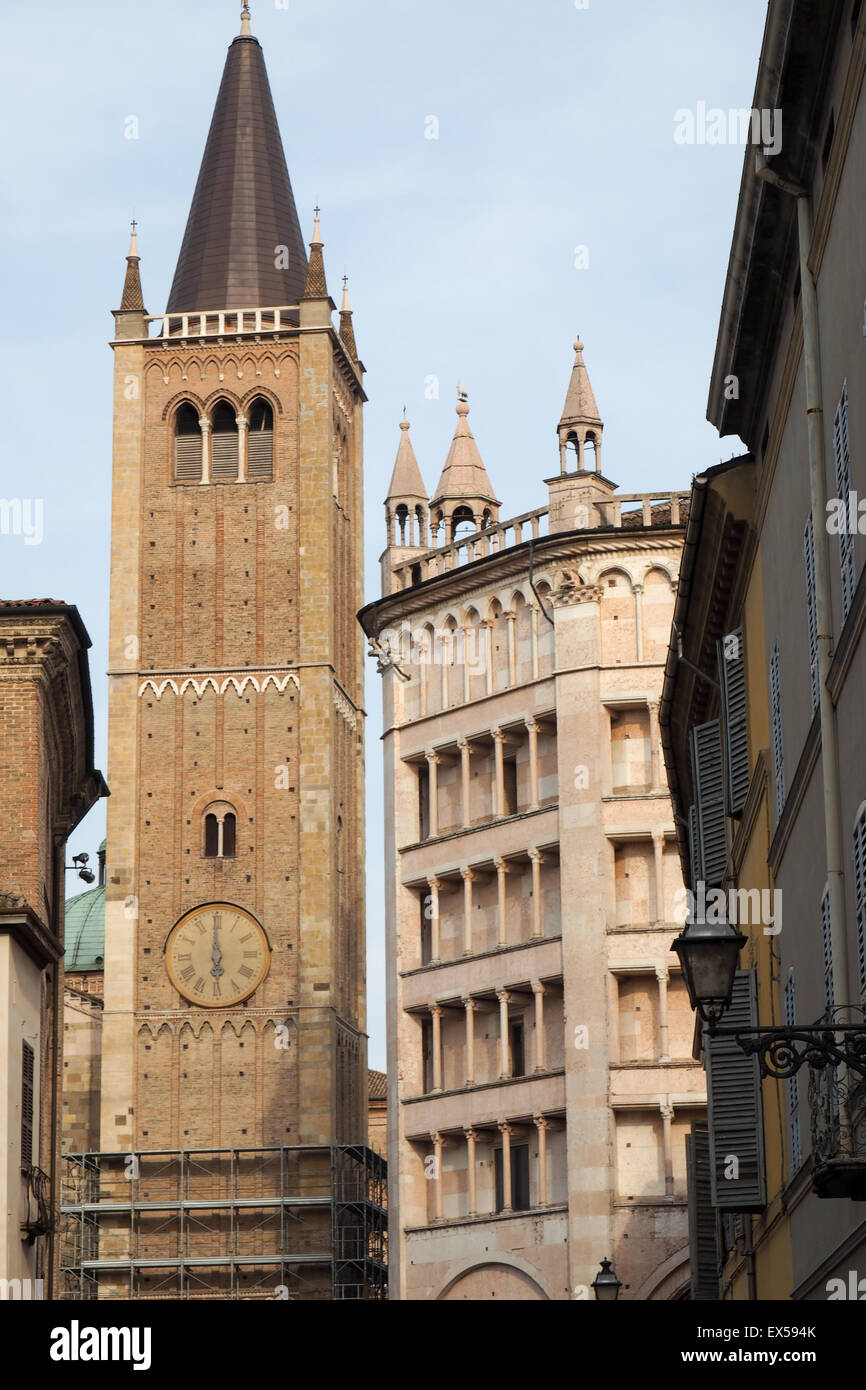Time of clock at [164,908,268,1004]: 5:59
